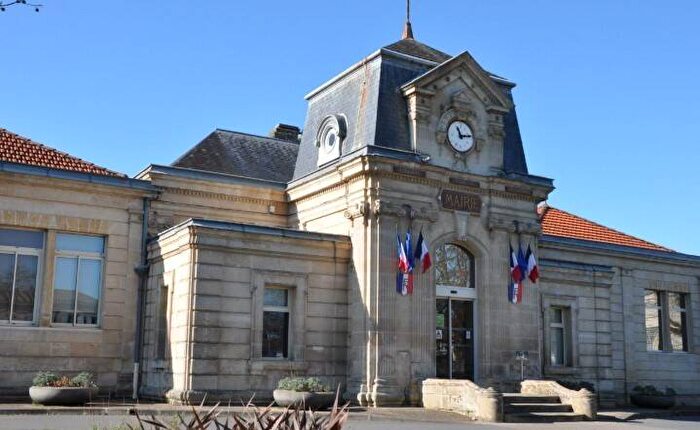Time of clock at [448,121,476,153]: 11:13
